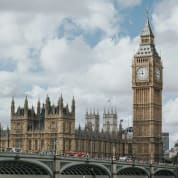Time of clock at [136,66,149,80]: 11:45
